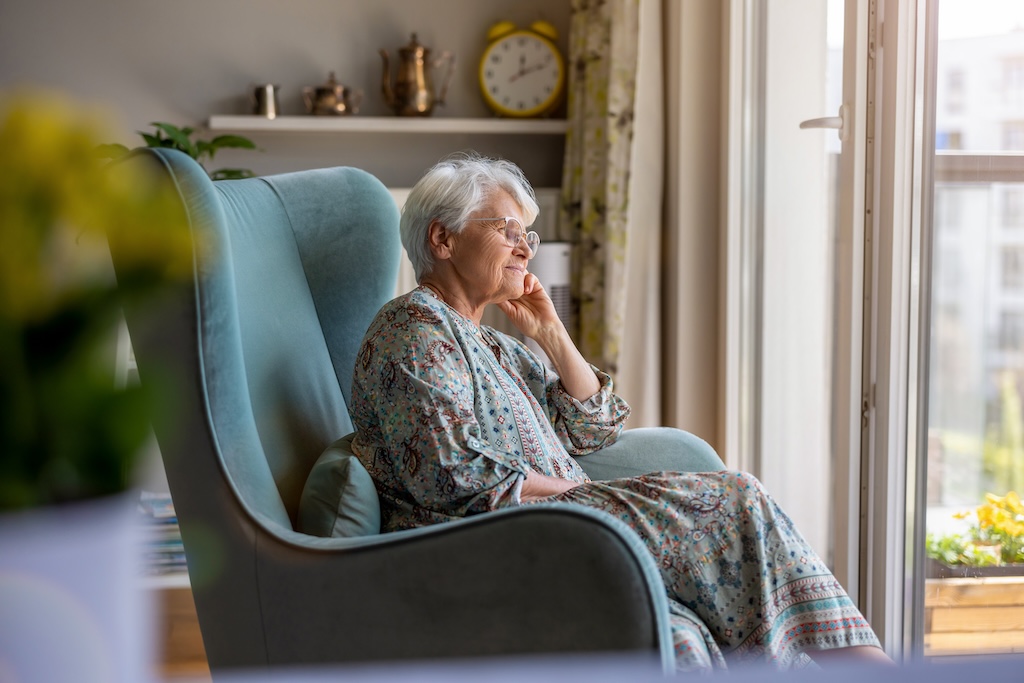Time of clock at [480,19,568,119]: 12:11
